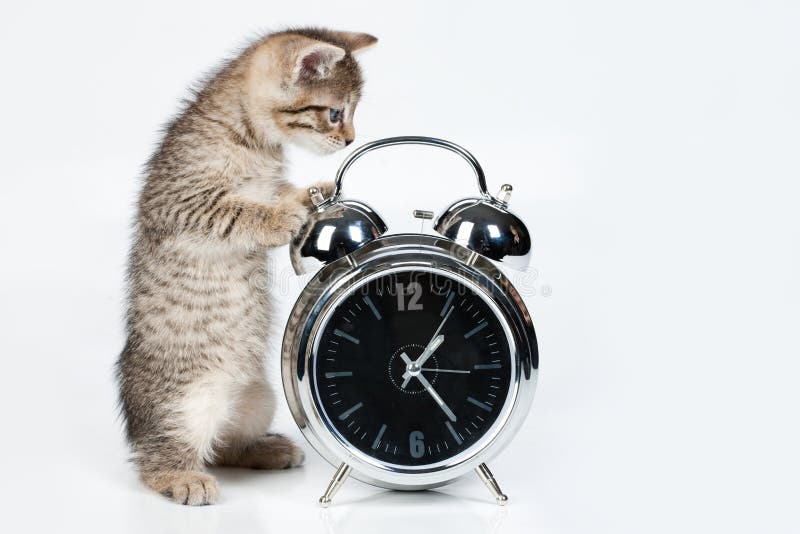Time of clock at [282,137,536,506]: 1:23
